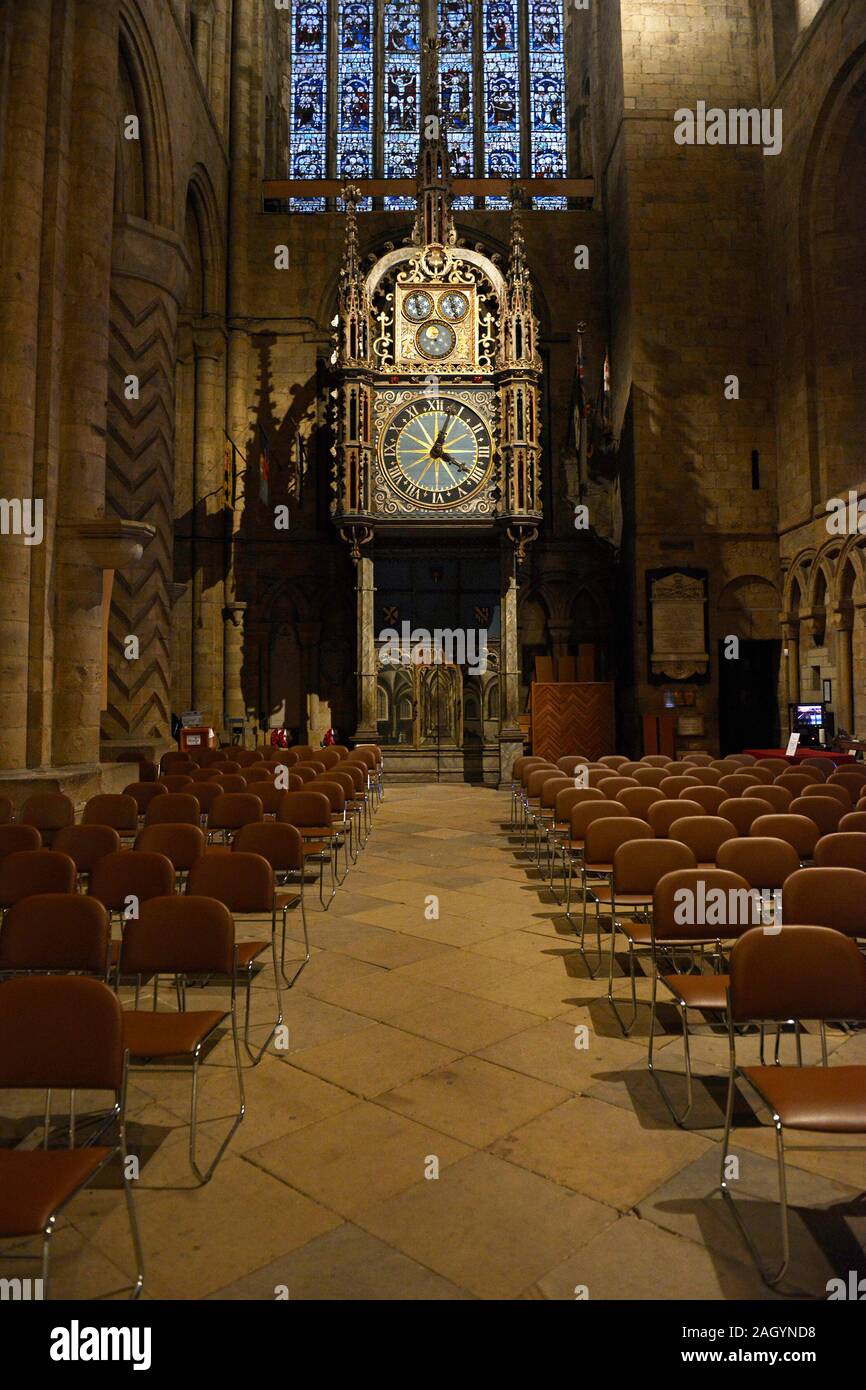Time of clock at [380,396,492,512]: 4:03
